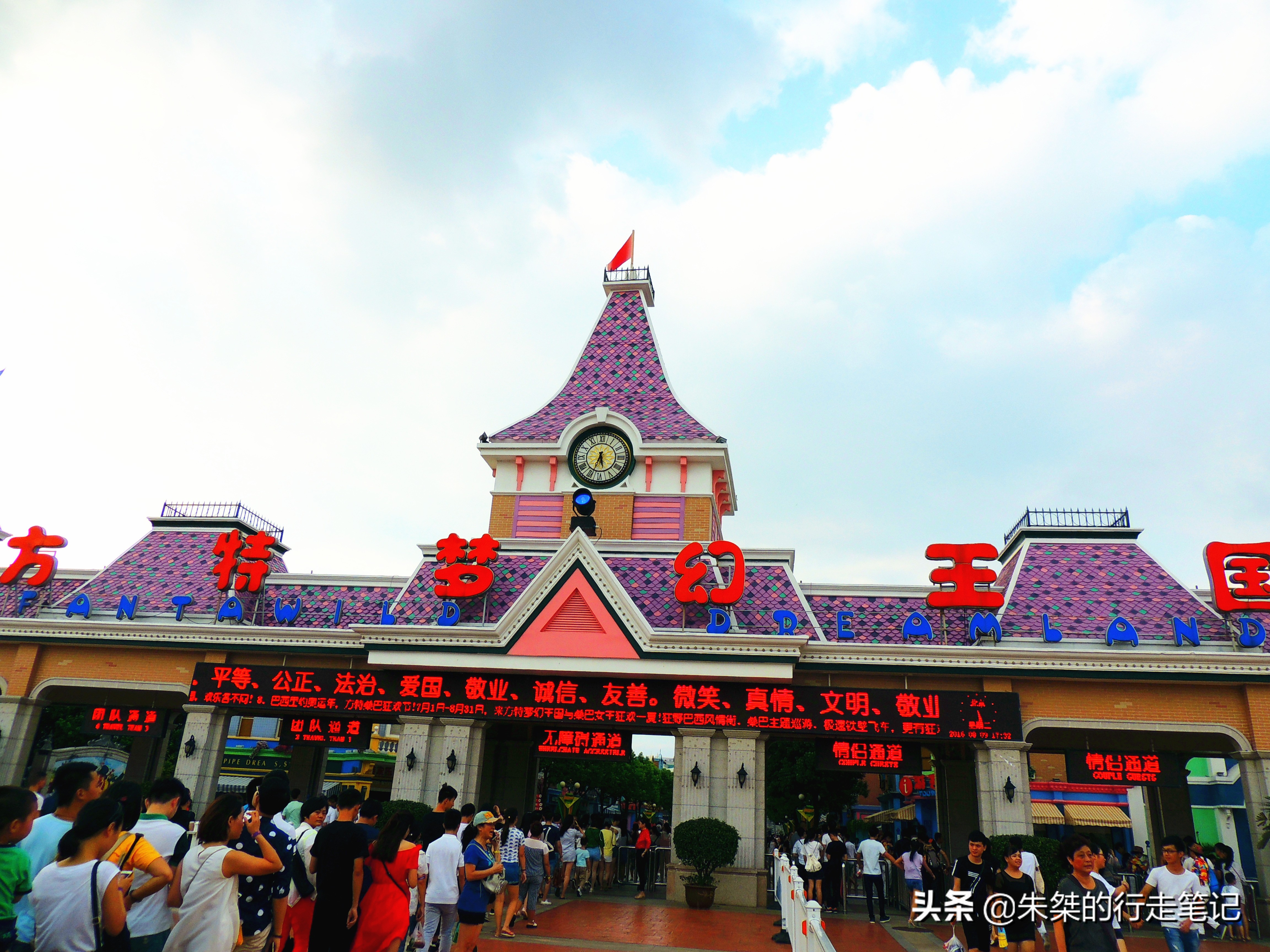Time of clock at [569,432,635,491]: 5:33
